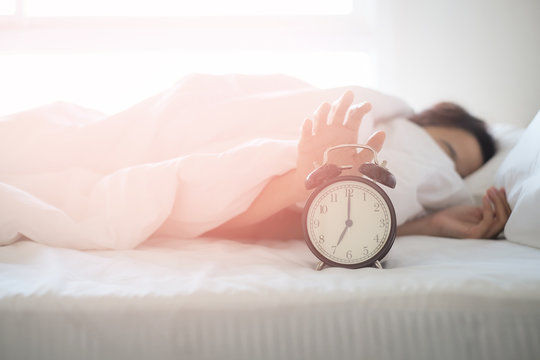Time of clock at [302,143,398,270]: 7:00
